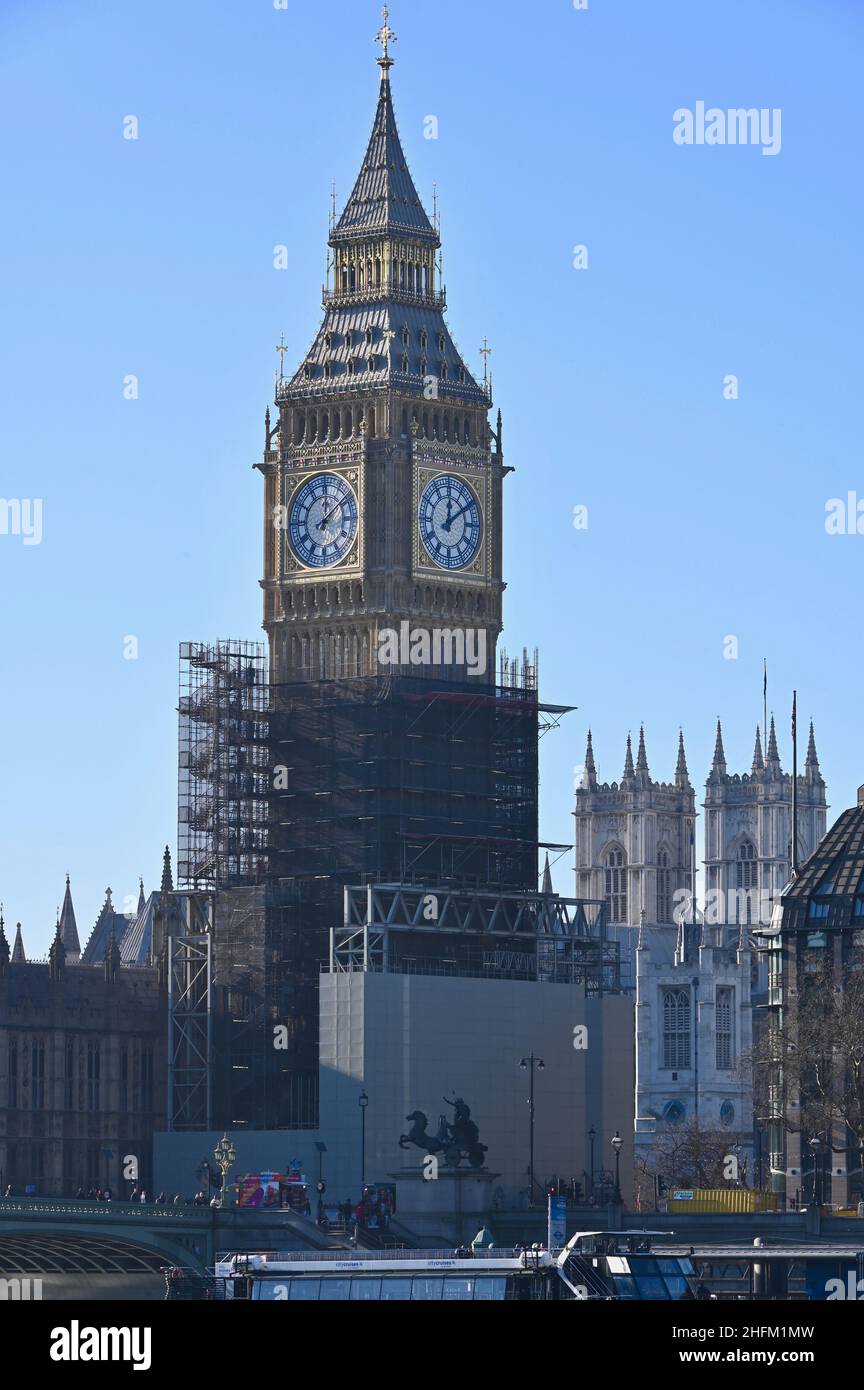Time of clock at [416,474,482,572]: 12:09
